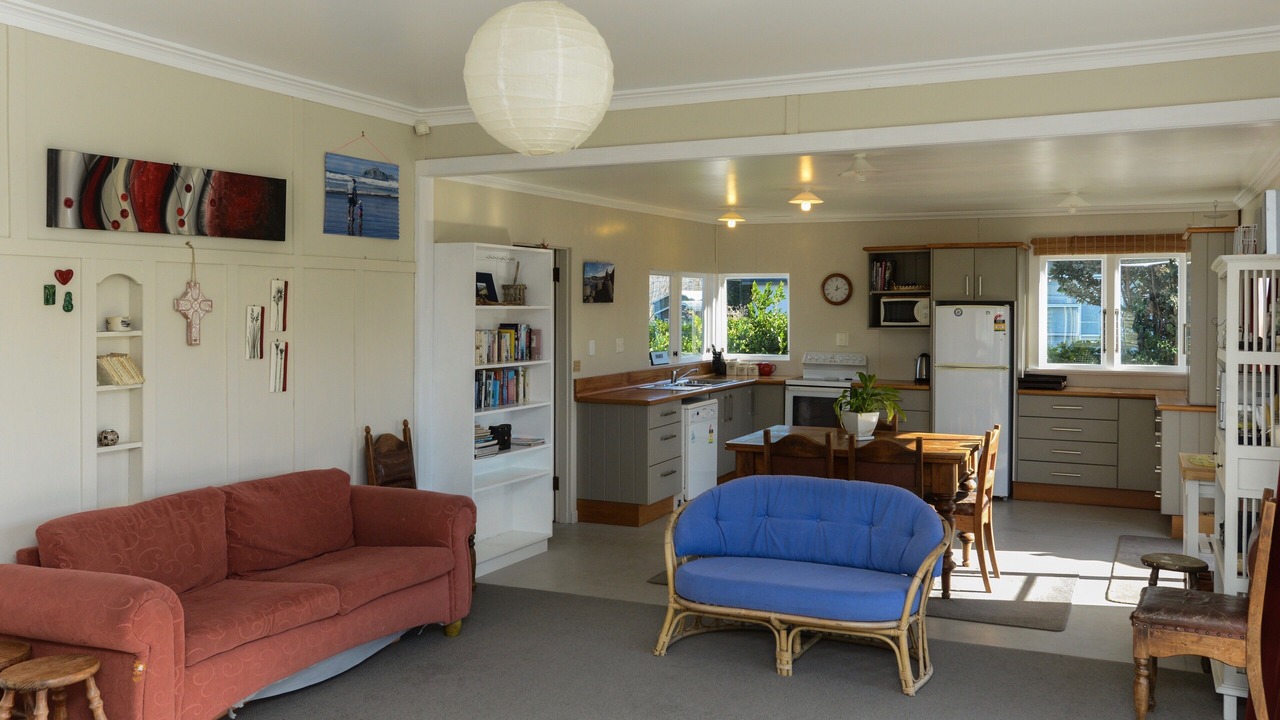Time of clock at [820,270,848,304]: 12:11
